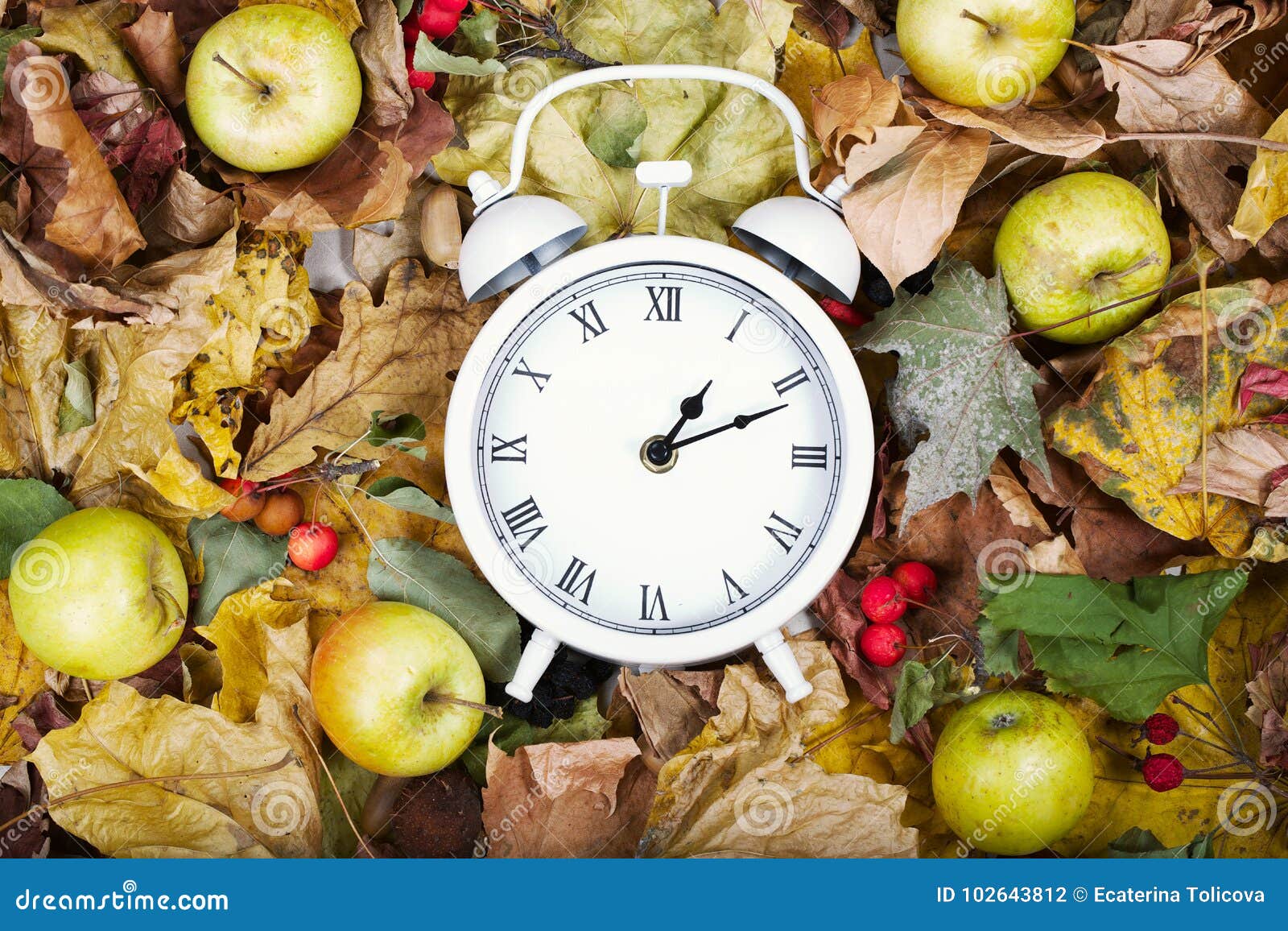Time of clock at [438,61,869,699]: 1:11
